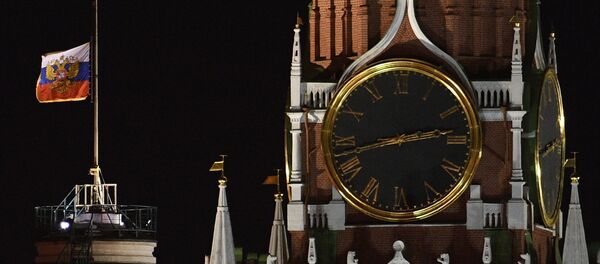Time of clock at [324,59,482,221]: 2:42
